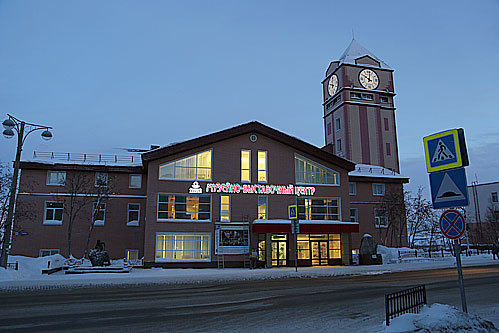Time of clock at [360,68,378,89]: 10:01
